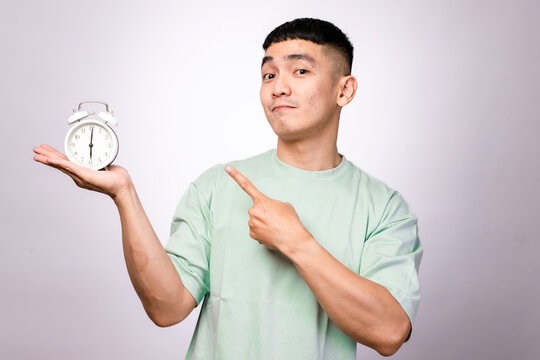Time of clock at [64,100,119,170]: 6:00
